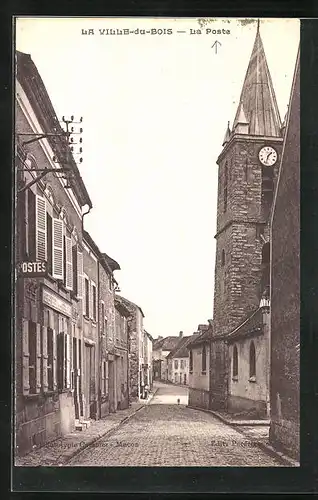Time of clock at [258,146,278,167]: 1:32
